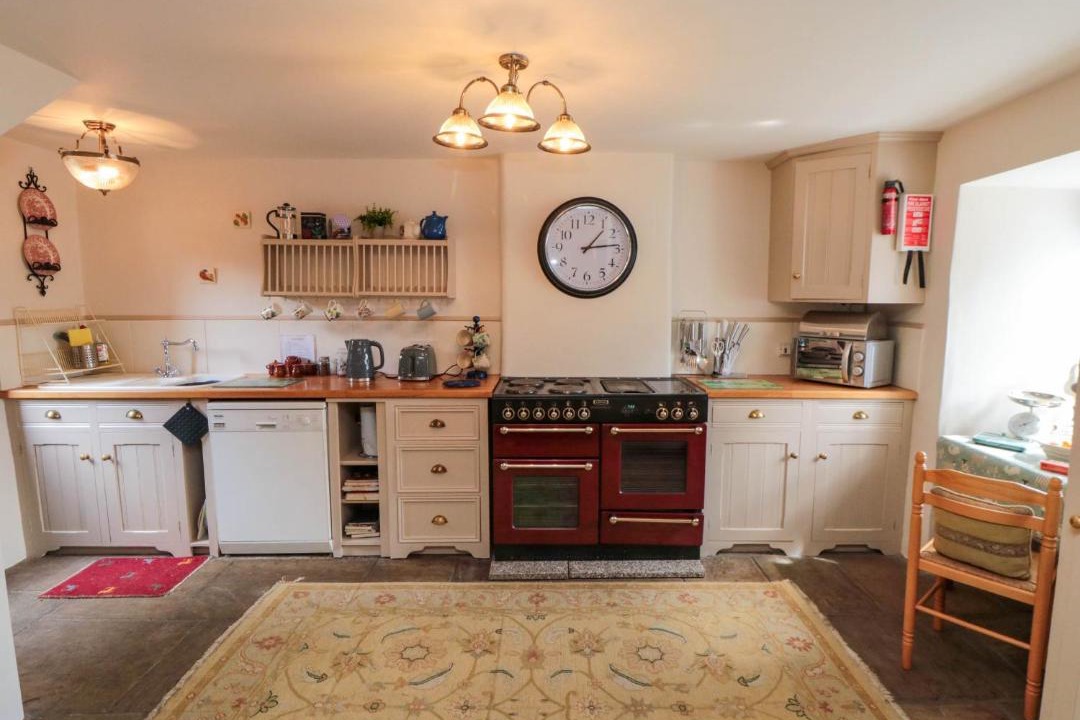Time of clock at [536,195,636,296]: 1:13
